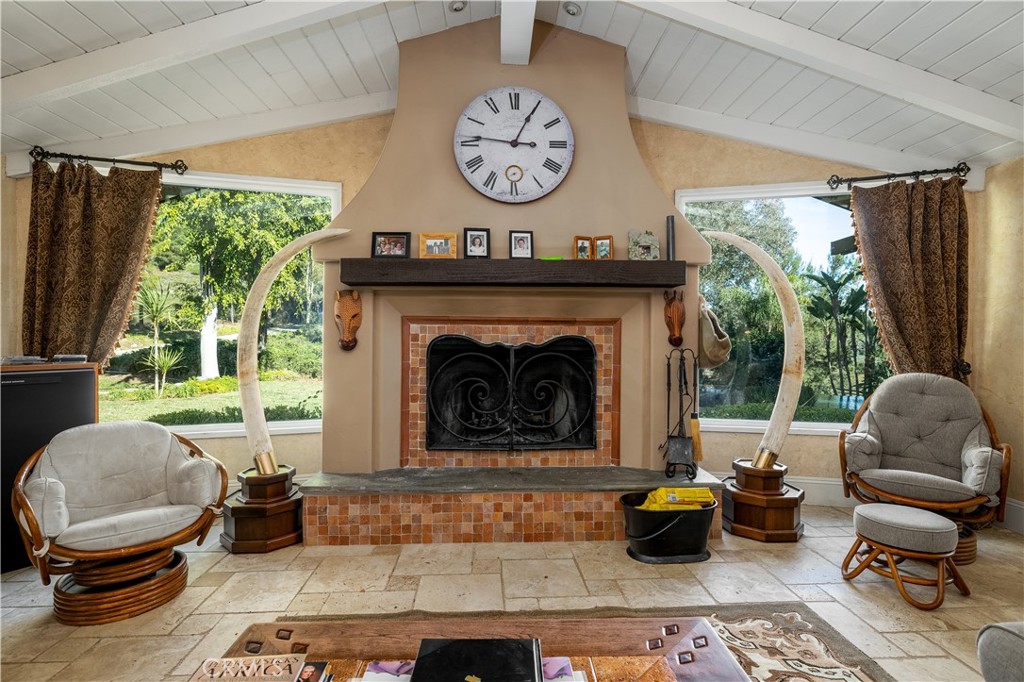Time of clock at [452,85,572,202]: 12:46
